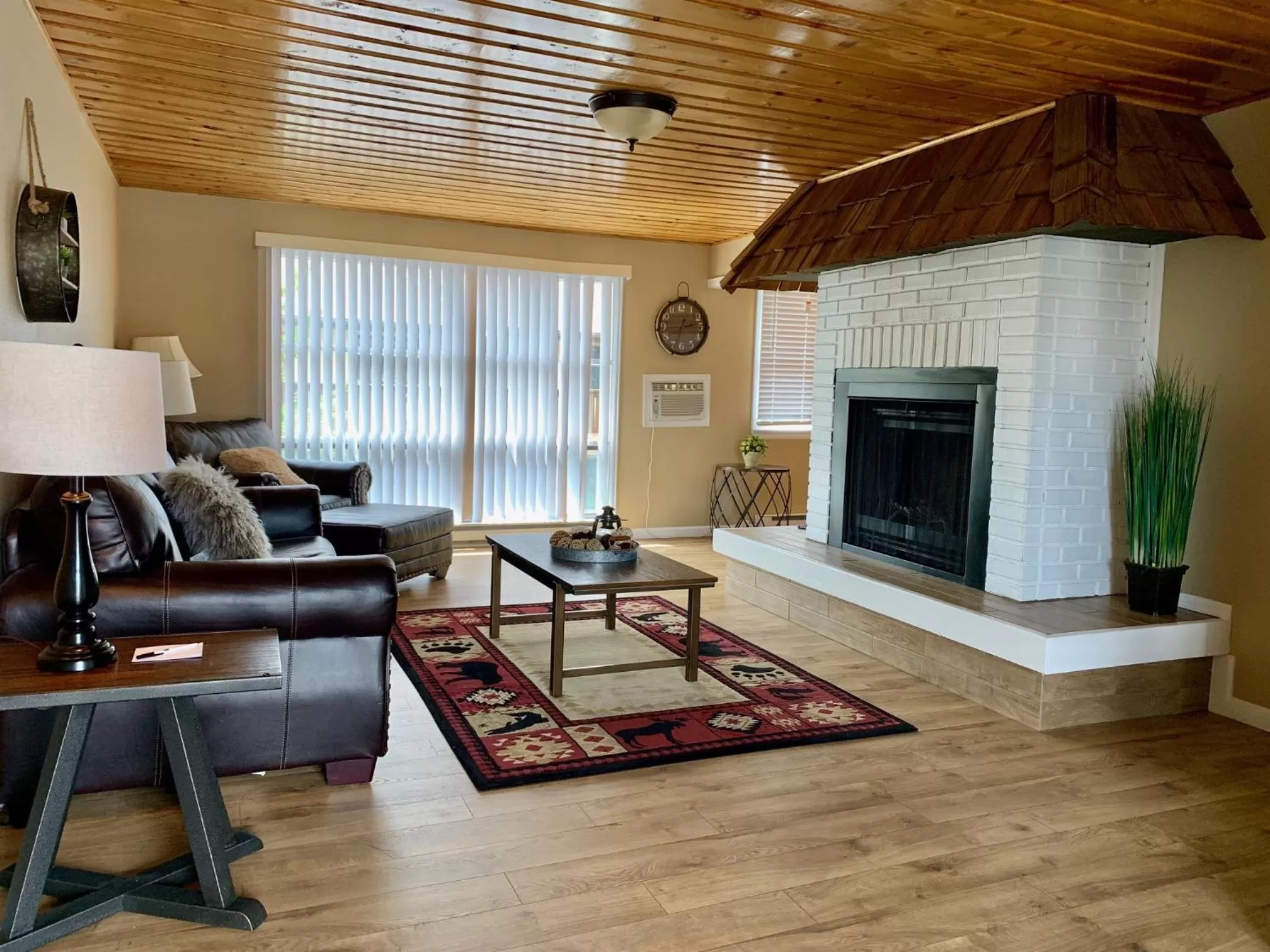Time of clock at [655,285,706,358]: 2:33
